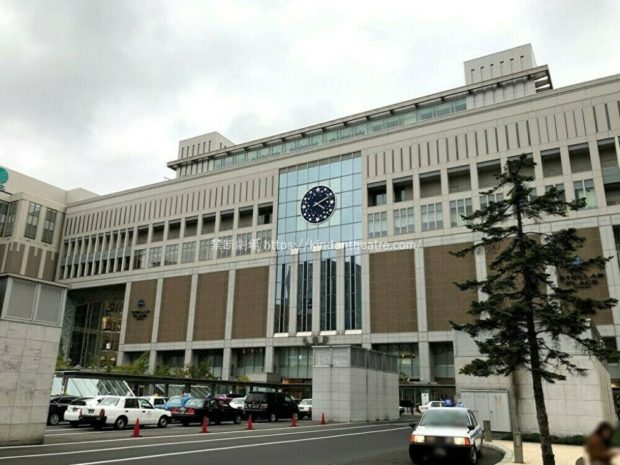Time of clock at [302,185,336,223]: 4:10
